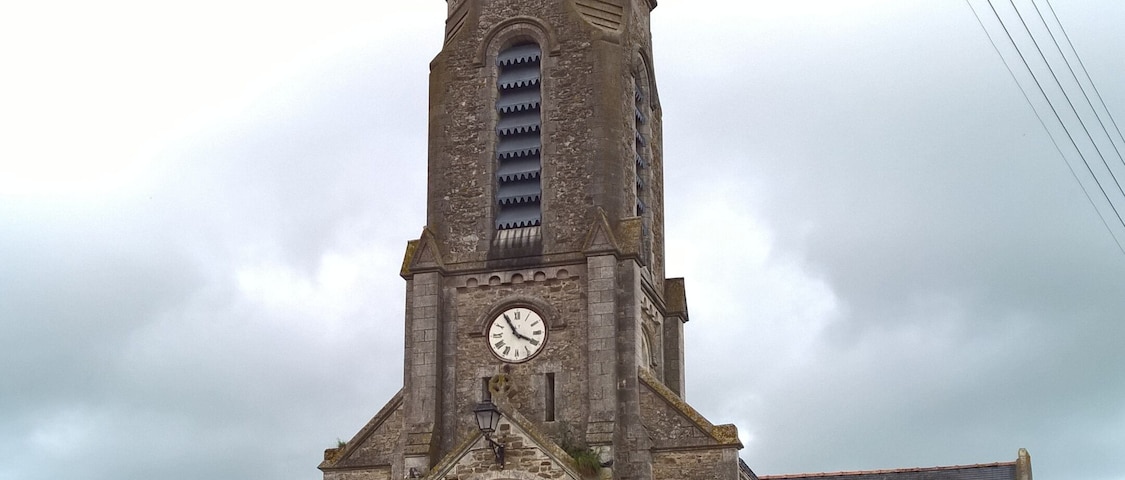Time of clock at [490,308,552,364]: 3:54
